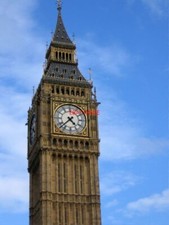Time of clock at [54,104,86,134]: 4:37
